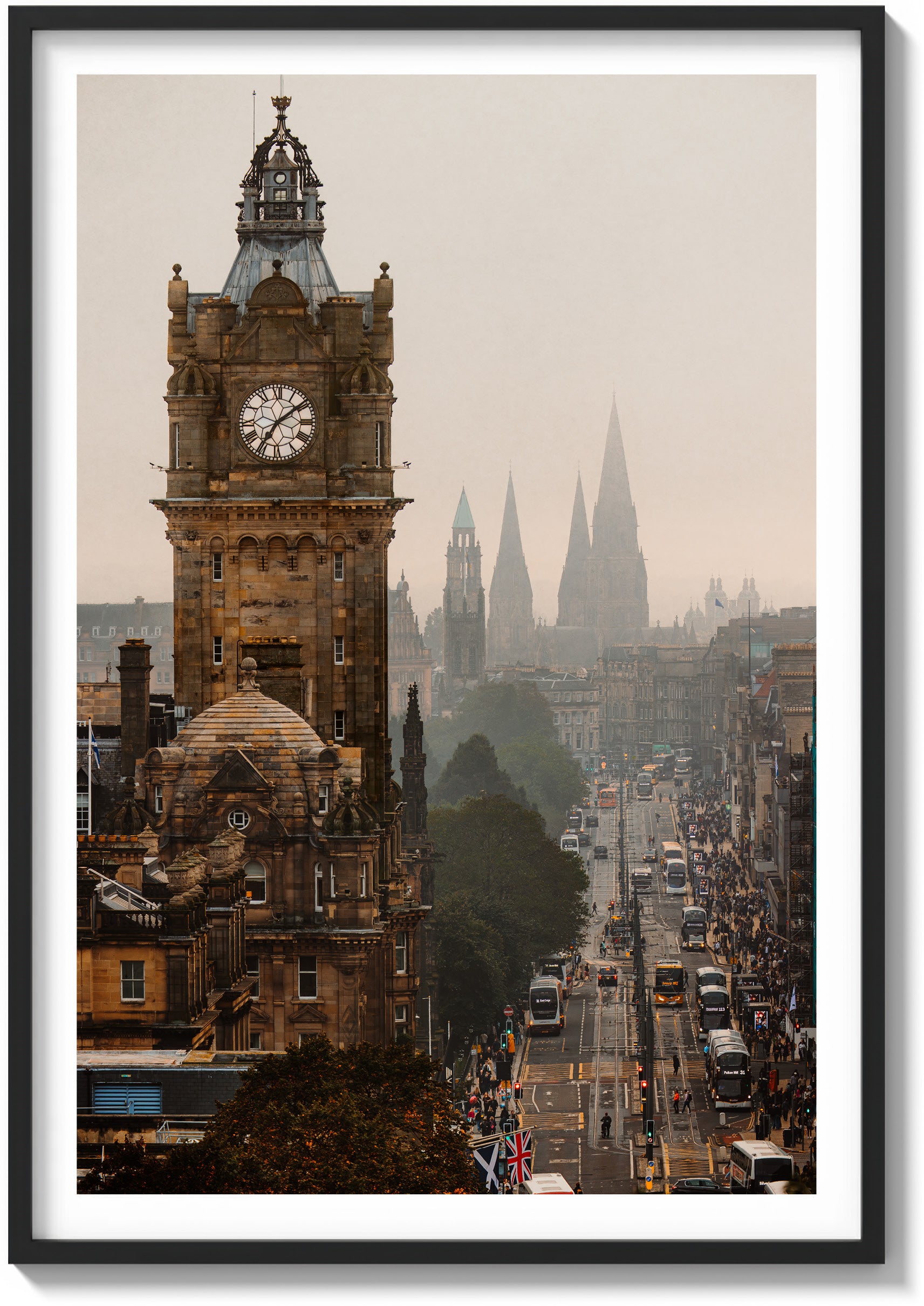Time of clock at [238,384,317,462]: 7:08
